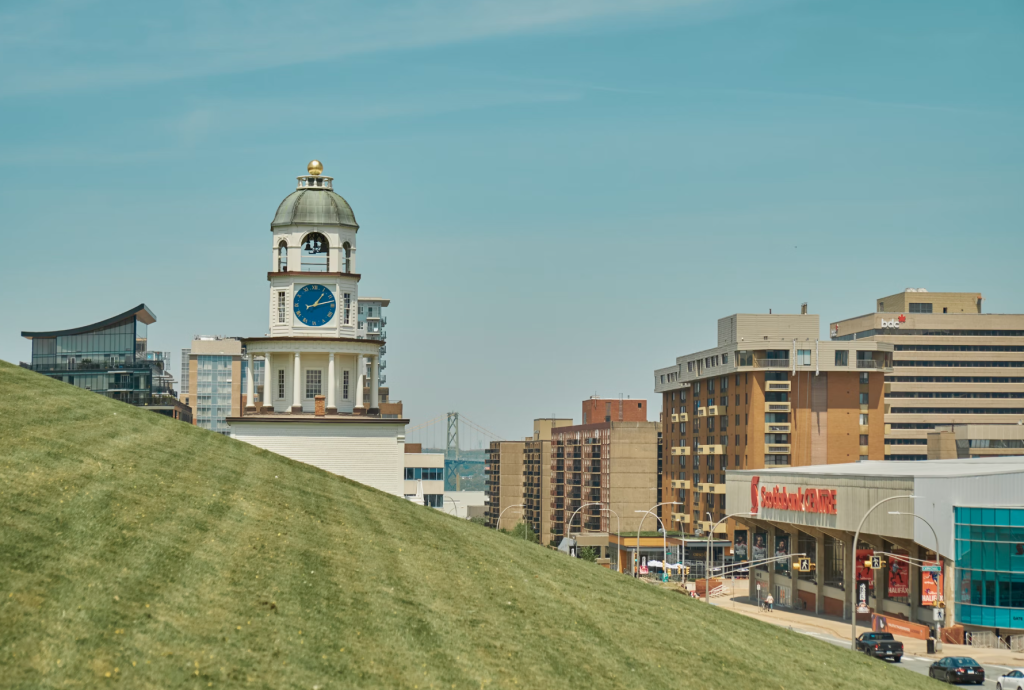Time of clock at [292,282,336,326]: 1:12
